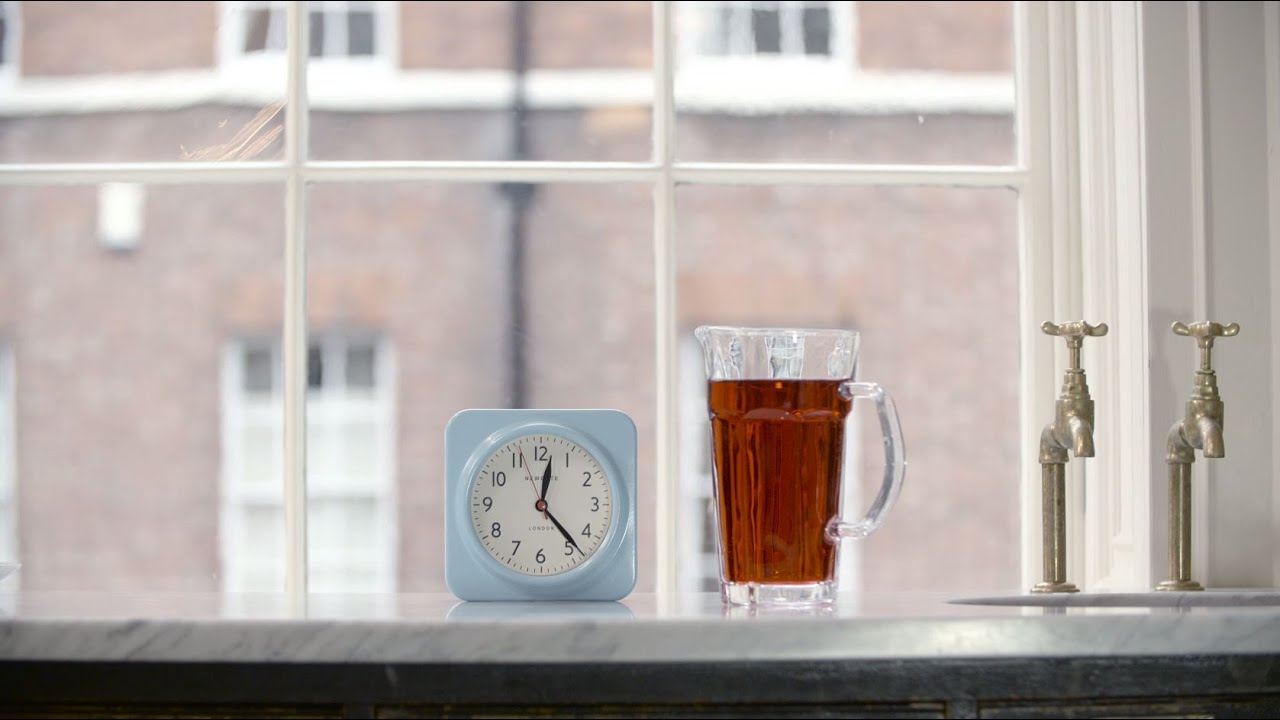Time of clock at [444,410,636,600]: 12:23
